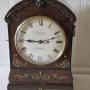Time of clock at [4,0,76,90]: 9:12
